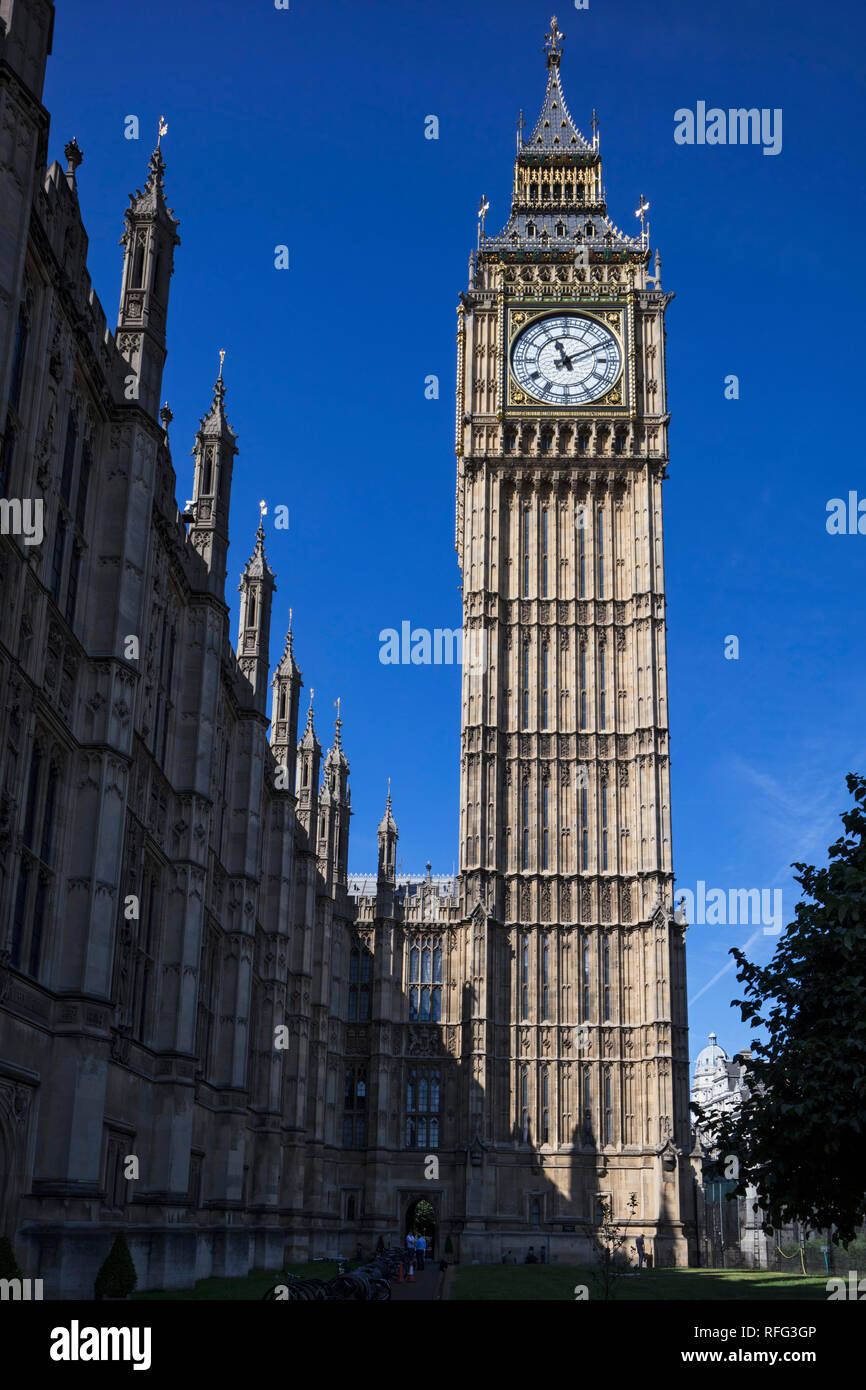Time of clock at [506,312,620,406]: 11:10
